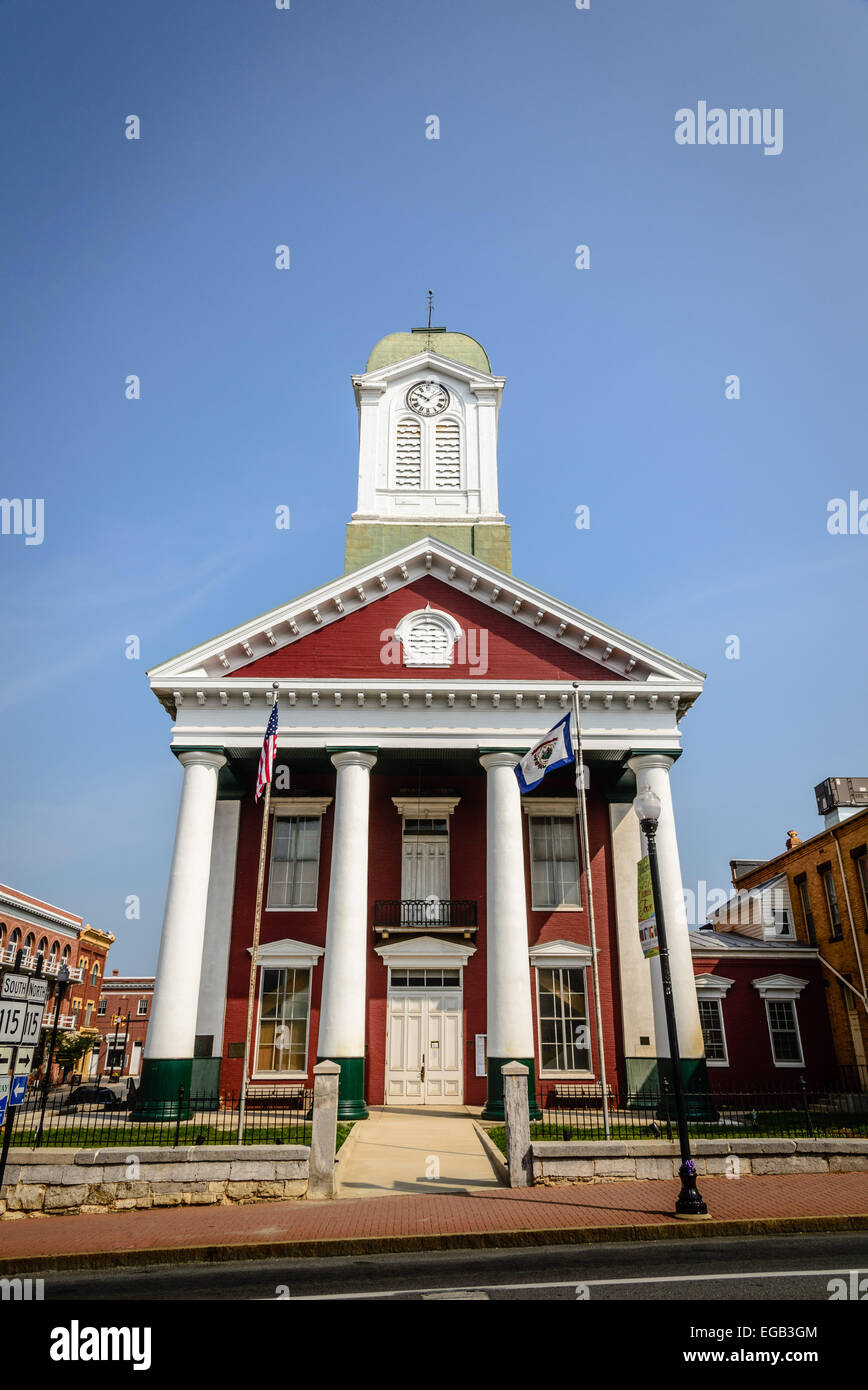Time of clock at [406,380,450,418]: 10:07
